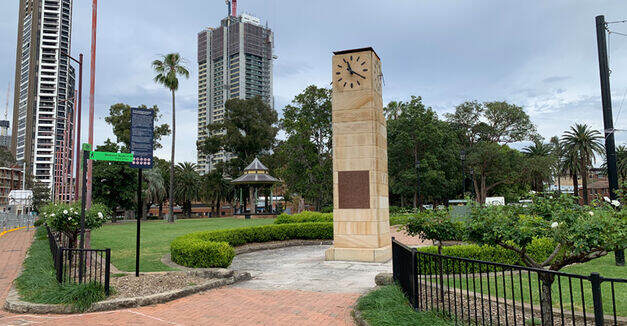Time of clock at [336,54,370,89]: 11:20
